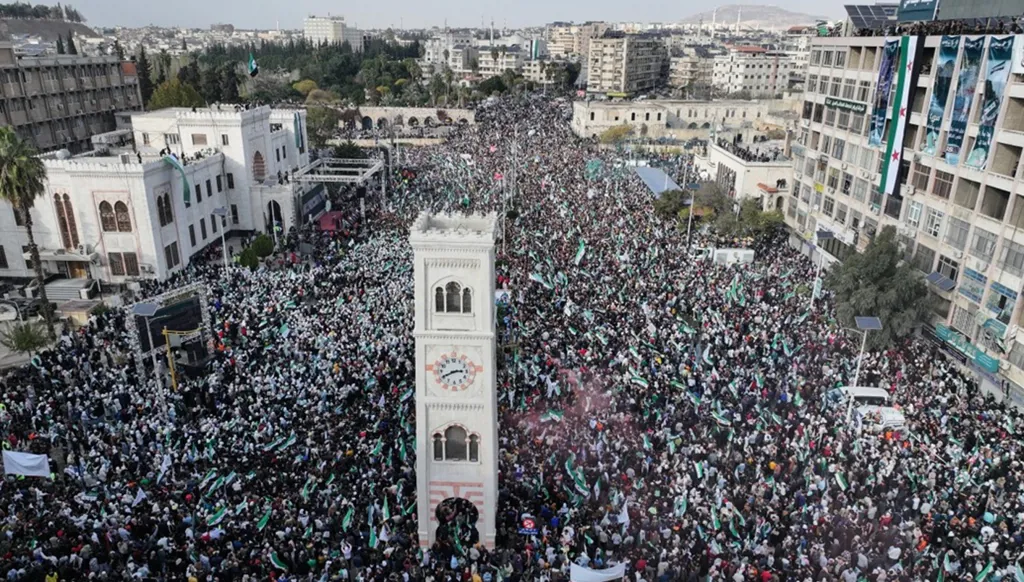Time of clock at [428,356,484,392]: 2:40
